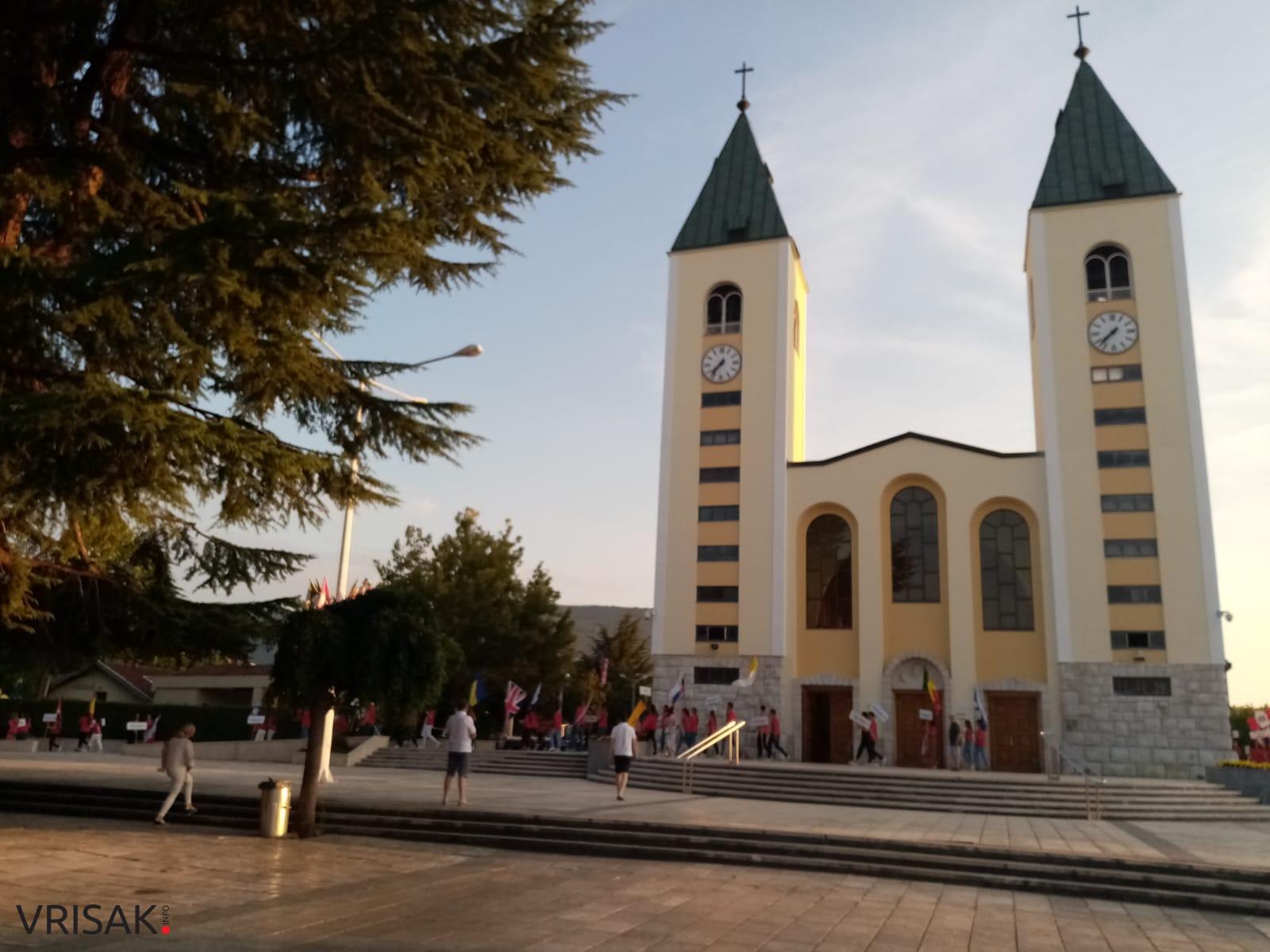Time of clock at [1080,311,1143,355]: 7:37
